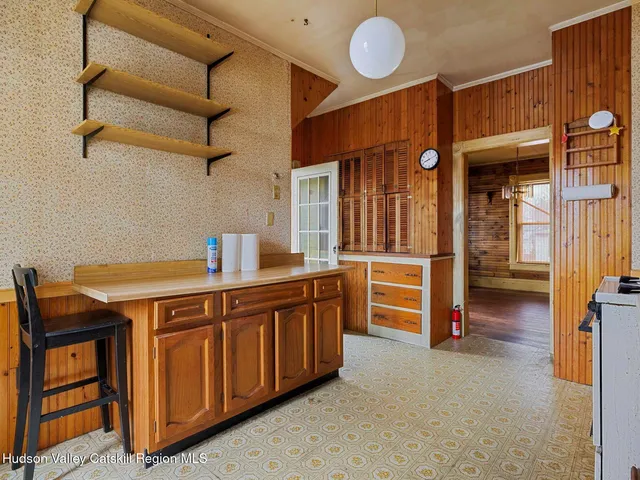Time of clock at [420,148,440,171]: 8:11
